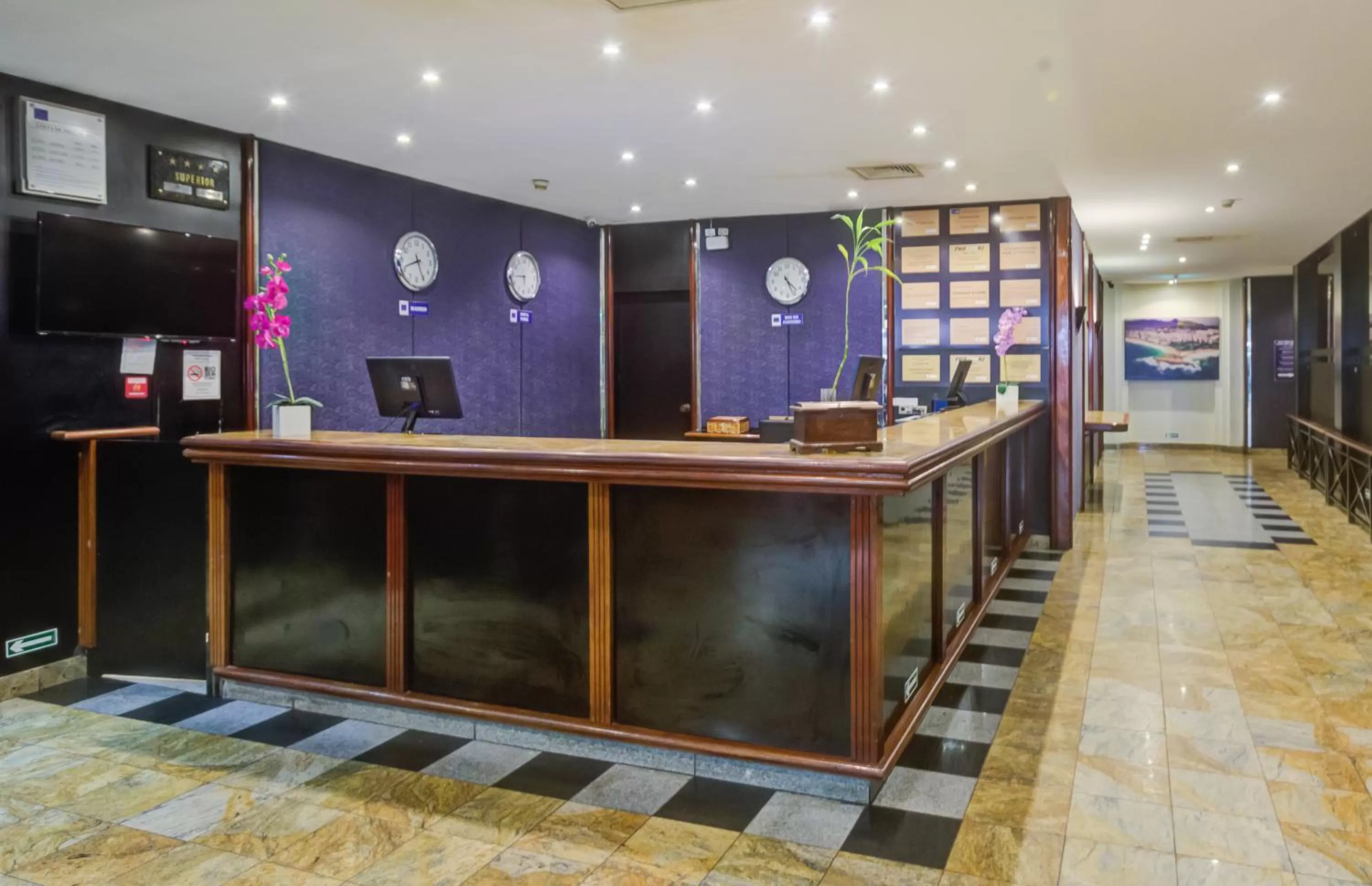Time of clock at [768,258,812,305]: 4:25
